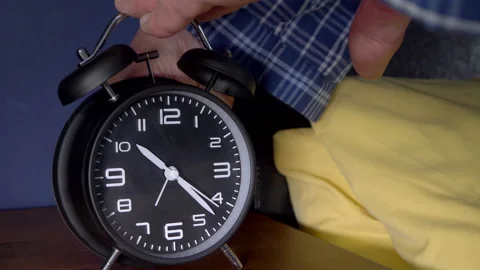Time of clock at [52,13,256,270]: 10:22
